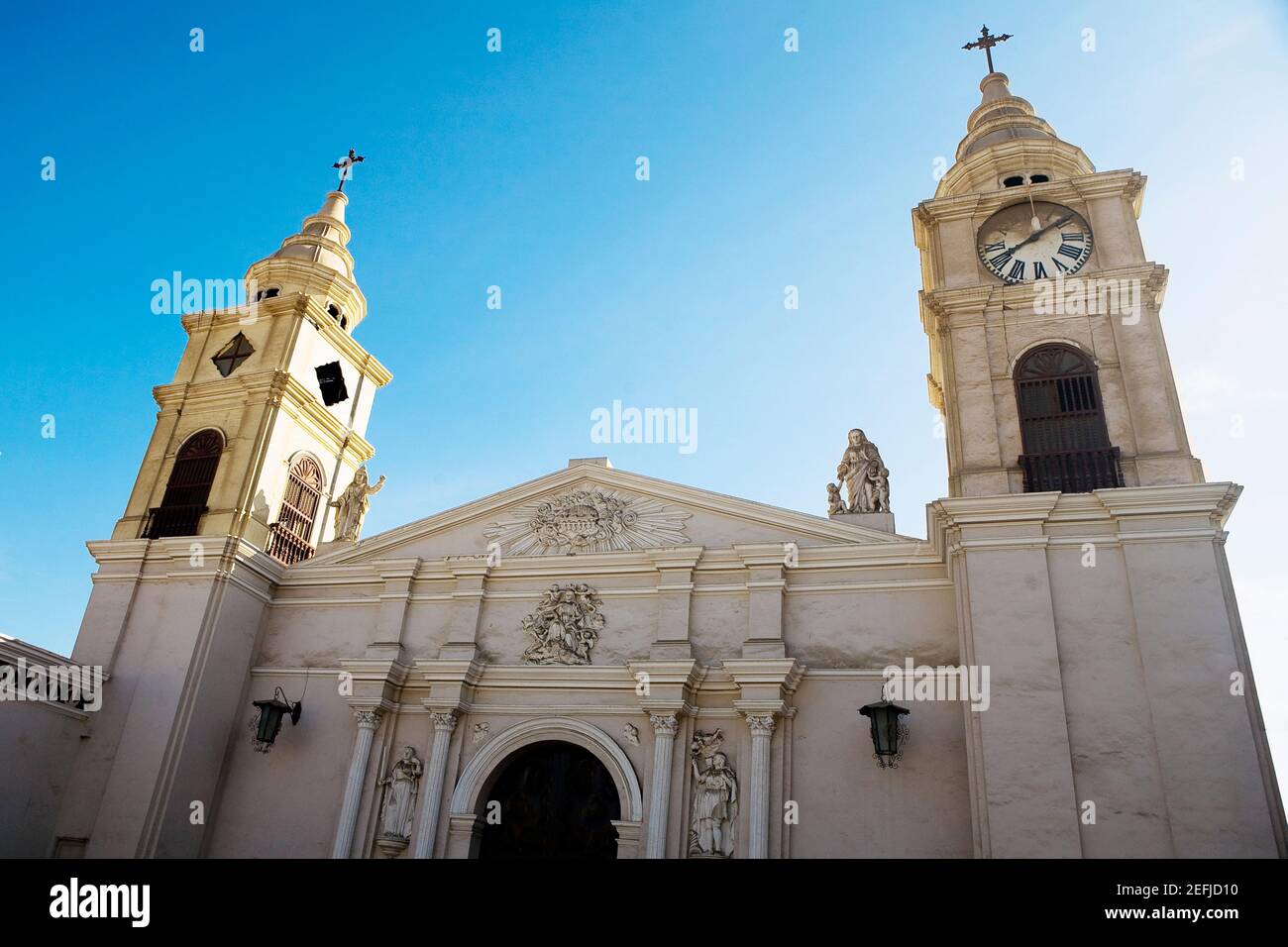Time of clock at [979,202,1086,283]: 8:09
